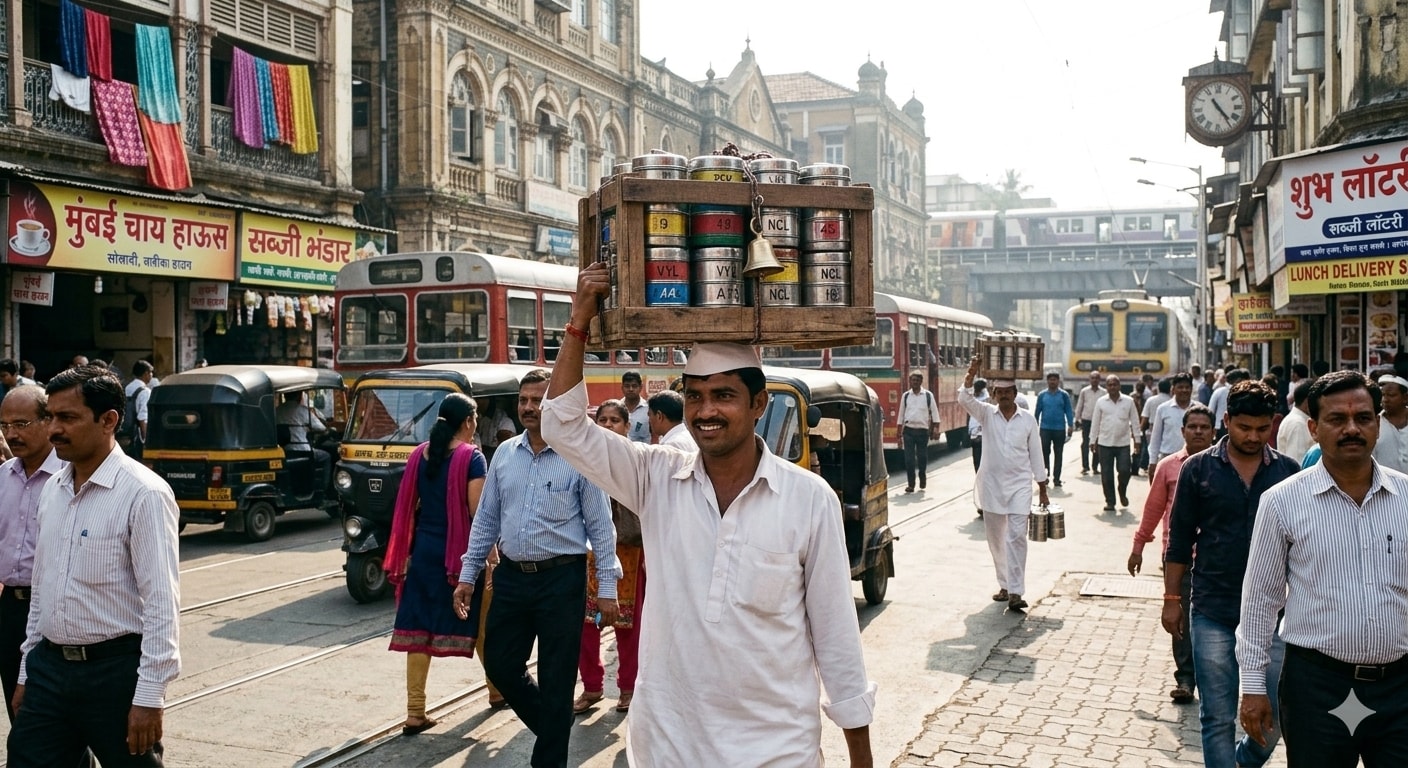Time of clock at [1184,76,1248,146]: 4:23
